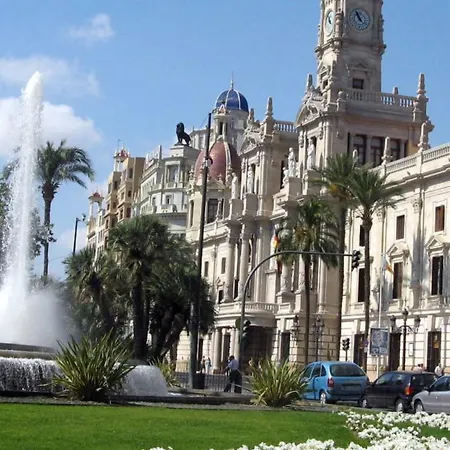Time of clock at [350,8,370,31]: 4:57
